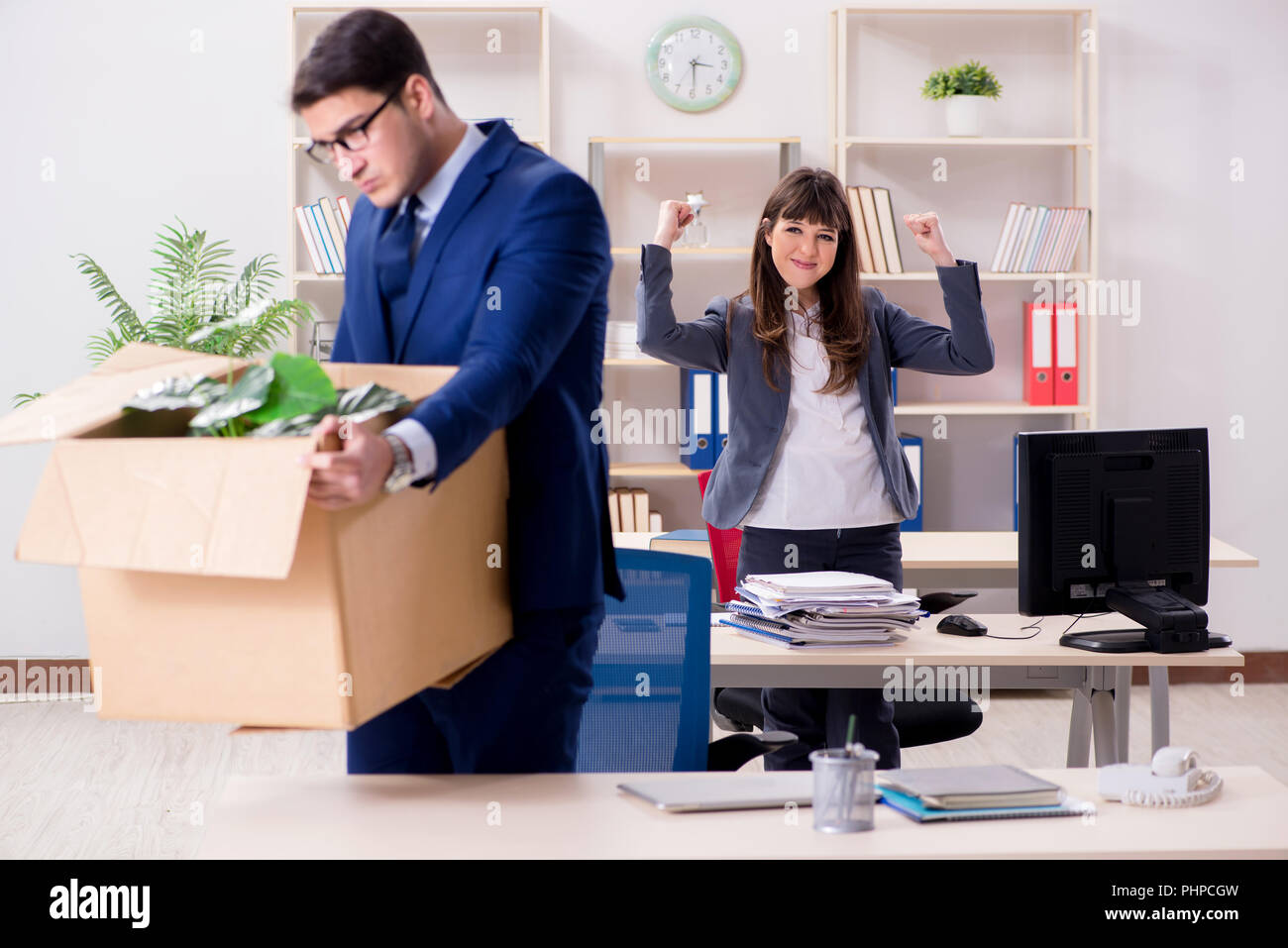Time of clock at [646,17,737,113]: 3:29
